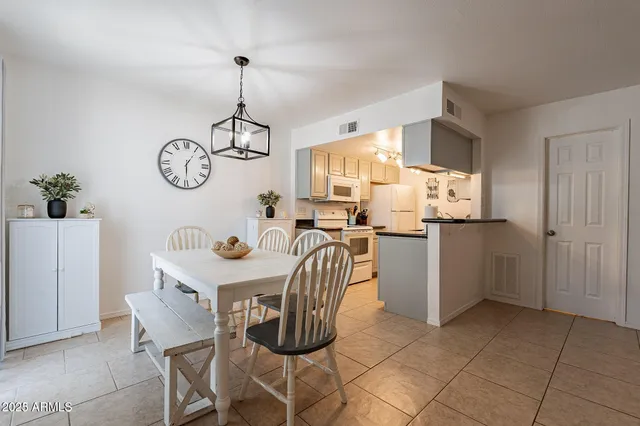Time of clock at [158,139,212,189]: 6:05
